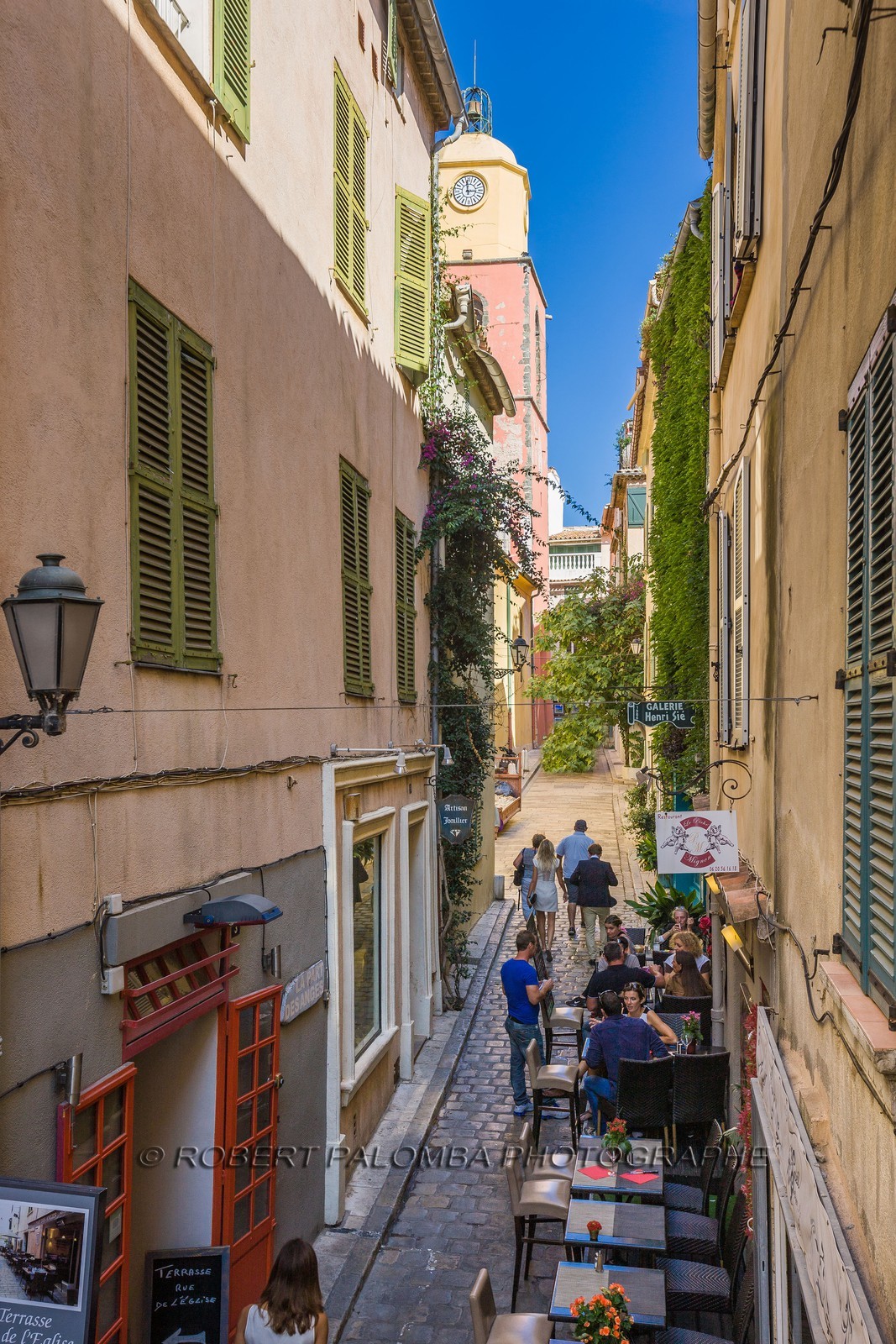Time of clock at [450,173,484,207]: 2:58
